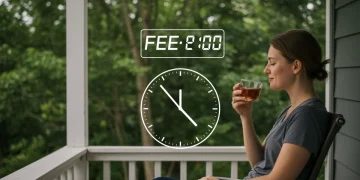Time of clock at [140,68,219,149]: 11:53
